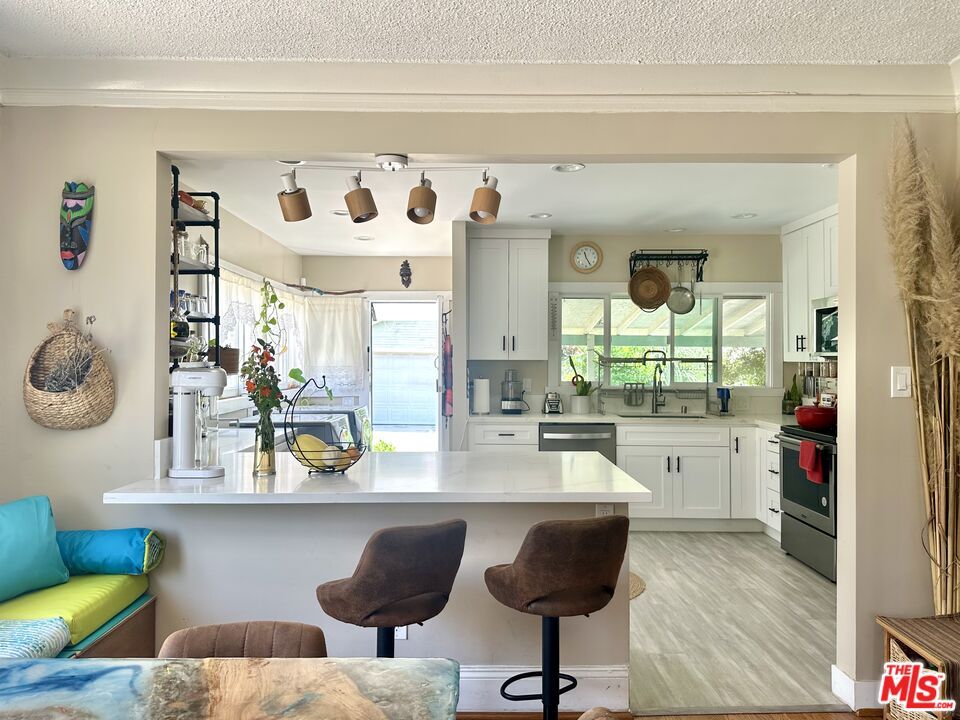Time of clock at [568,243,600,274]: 11:24
